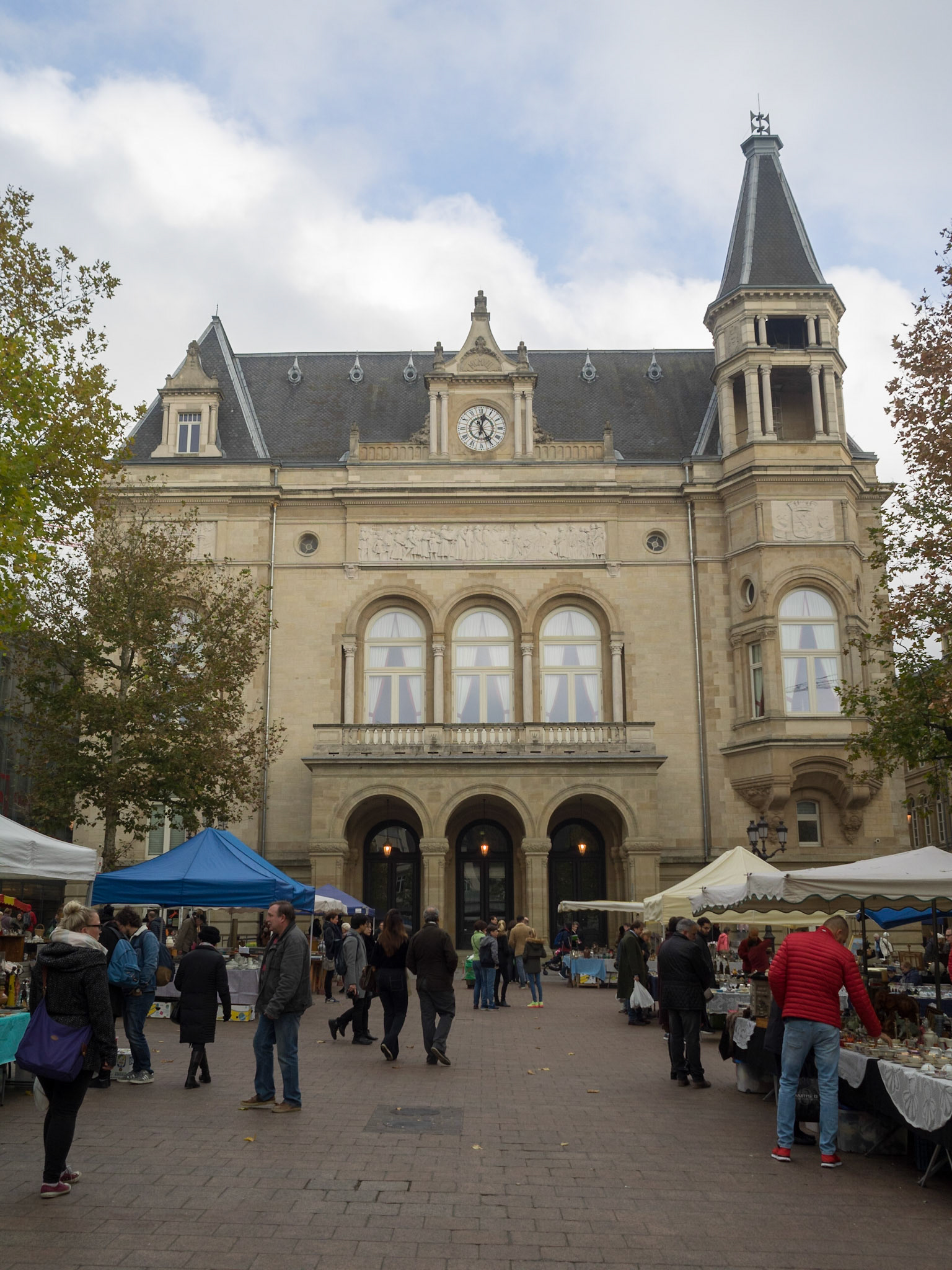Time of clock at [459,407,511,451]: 12:24
